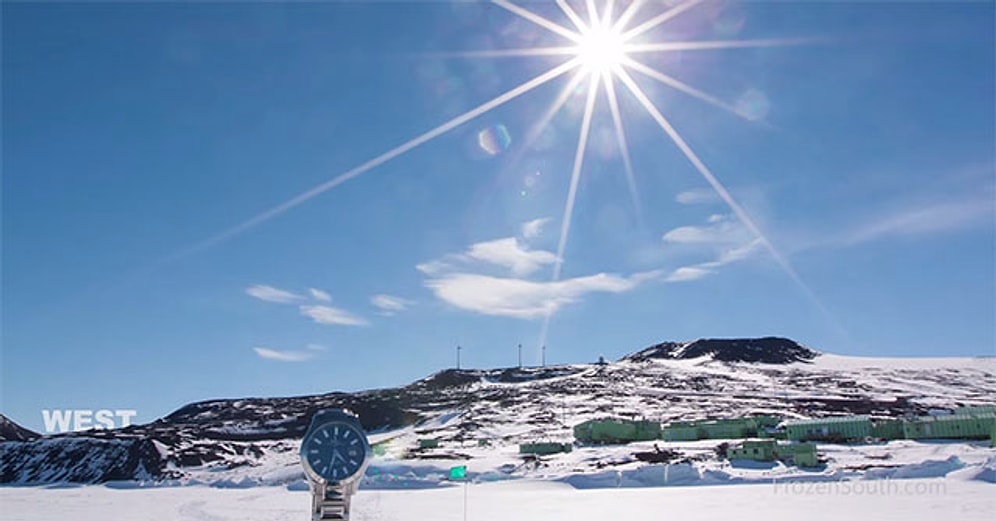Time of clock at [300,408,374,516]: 4:32
